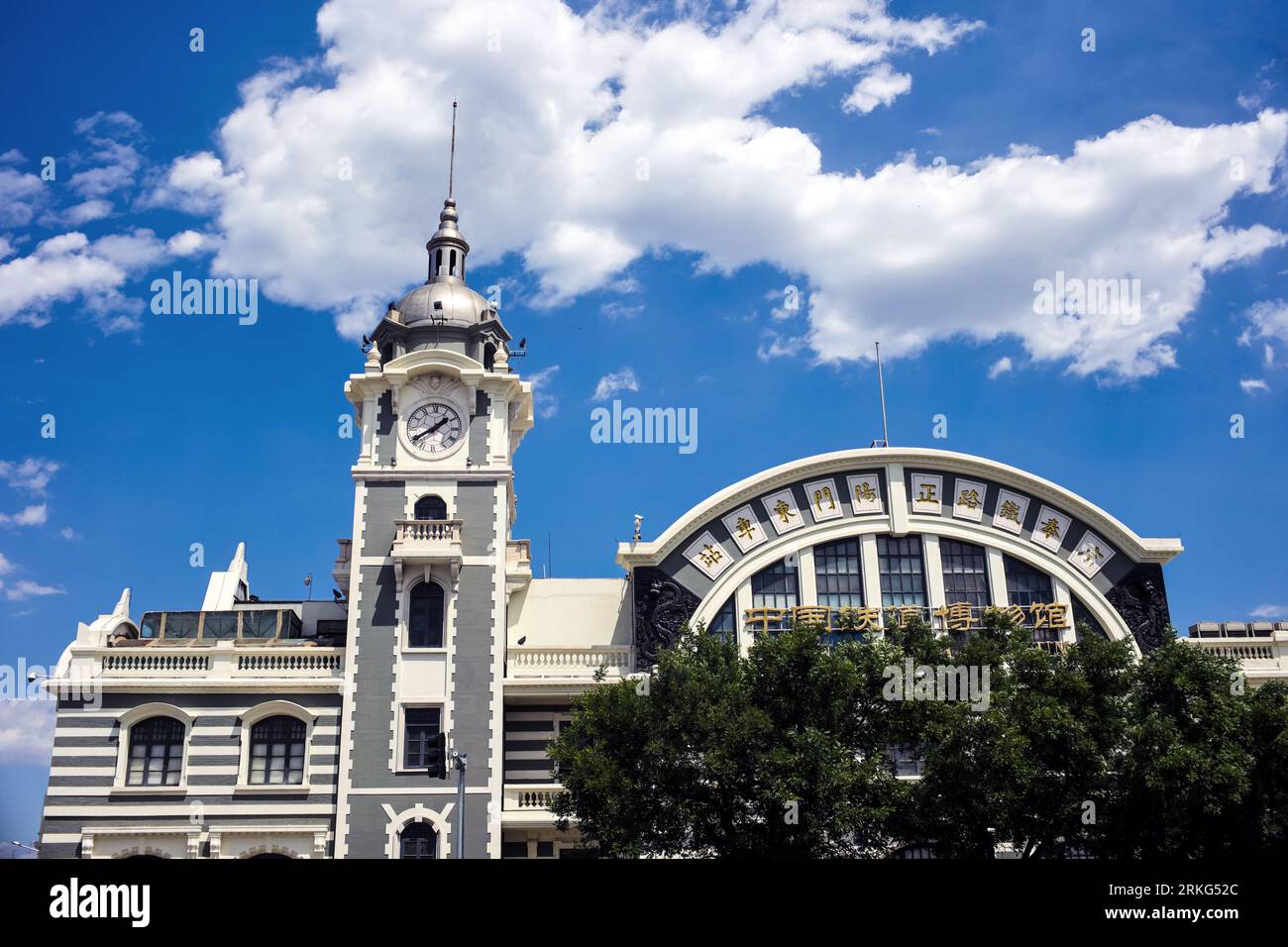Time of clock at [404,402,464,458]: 1:39
